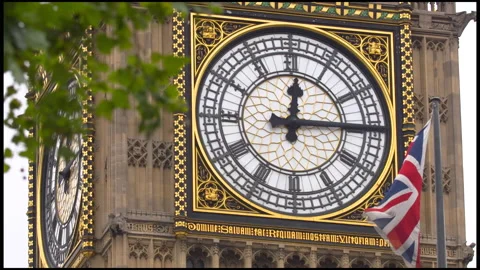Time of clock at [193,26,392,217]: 12:14
